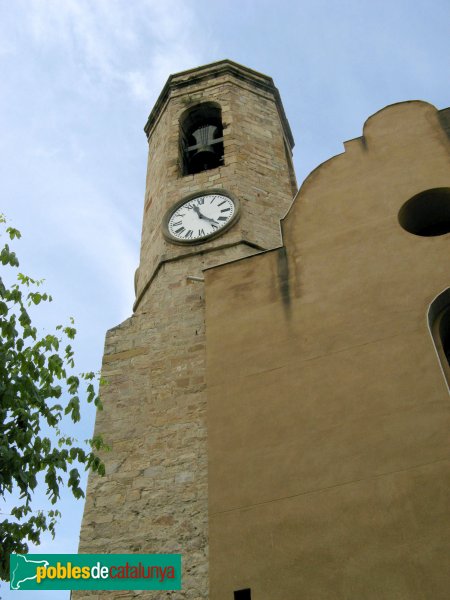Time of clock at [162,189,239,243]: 11:22
